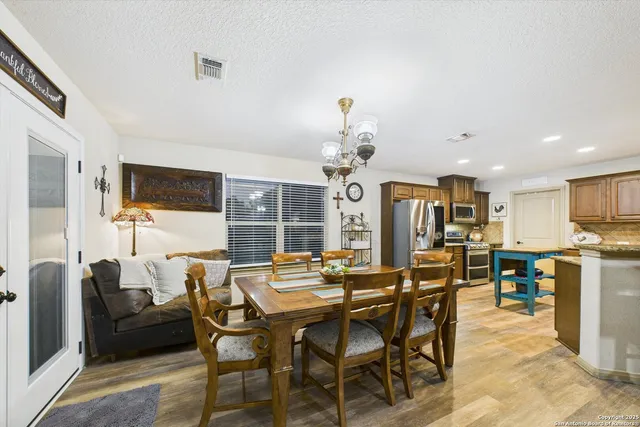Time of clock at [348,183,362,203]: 6:11
